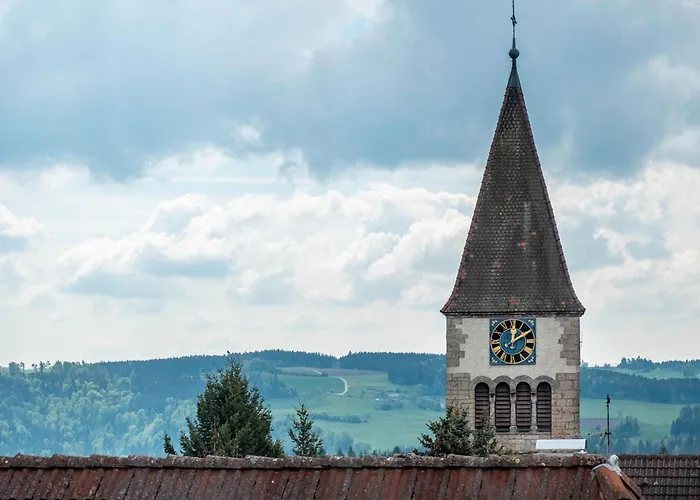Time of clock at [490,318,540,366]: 12:09
